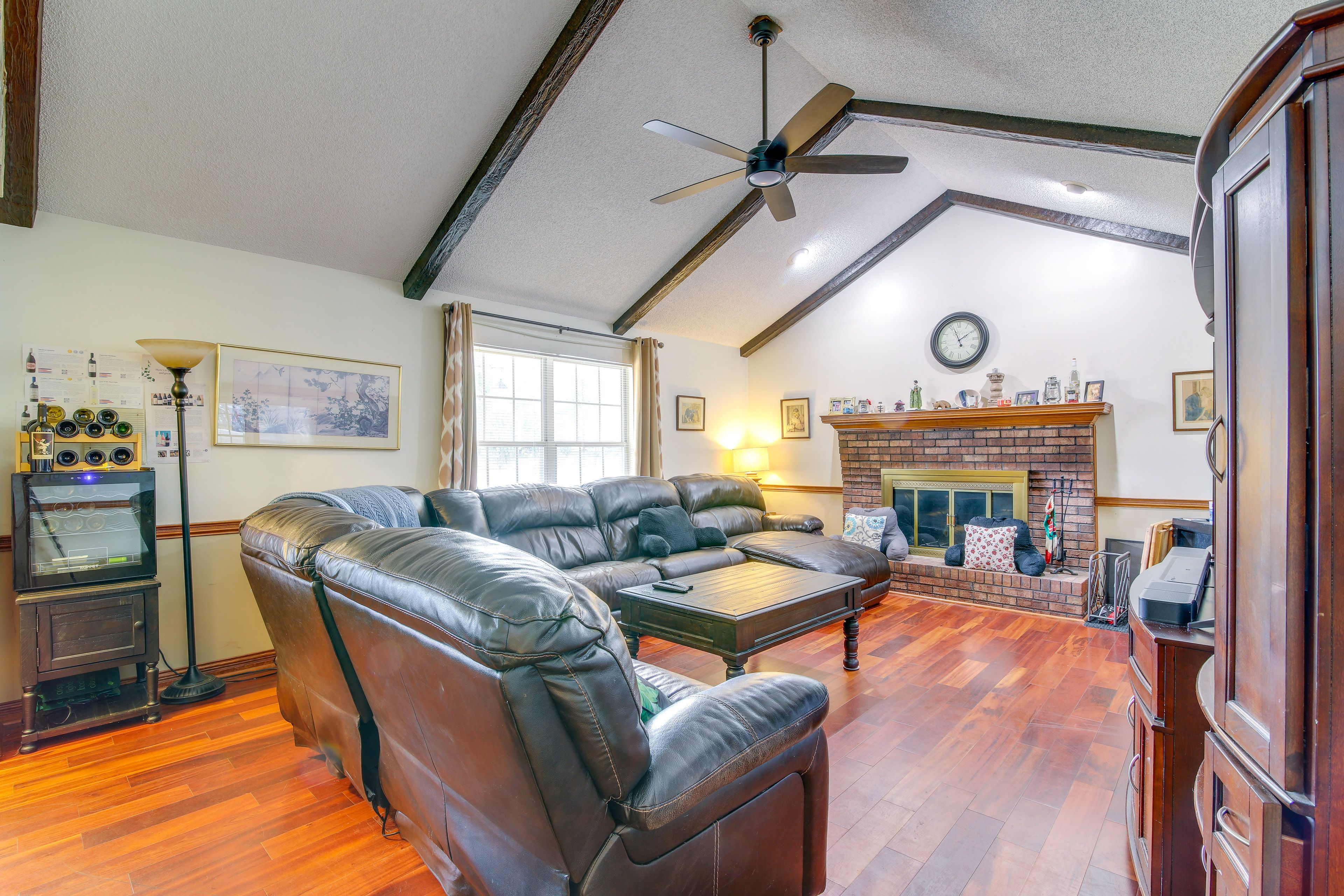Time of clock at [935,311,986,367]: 1:56
